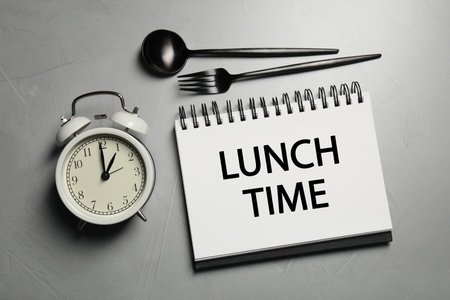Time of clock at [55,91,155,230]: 1:00
